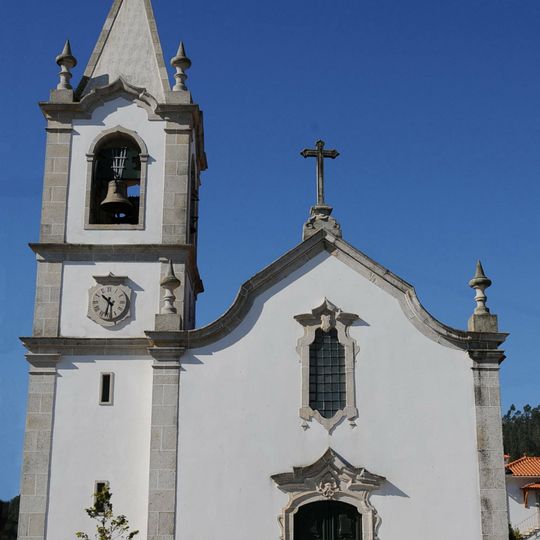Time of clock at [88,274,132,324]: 10:32
